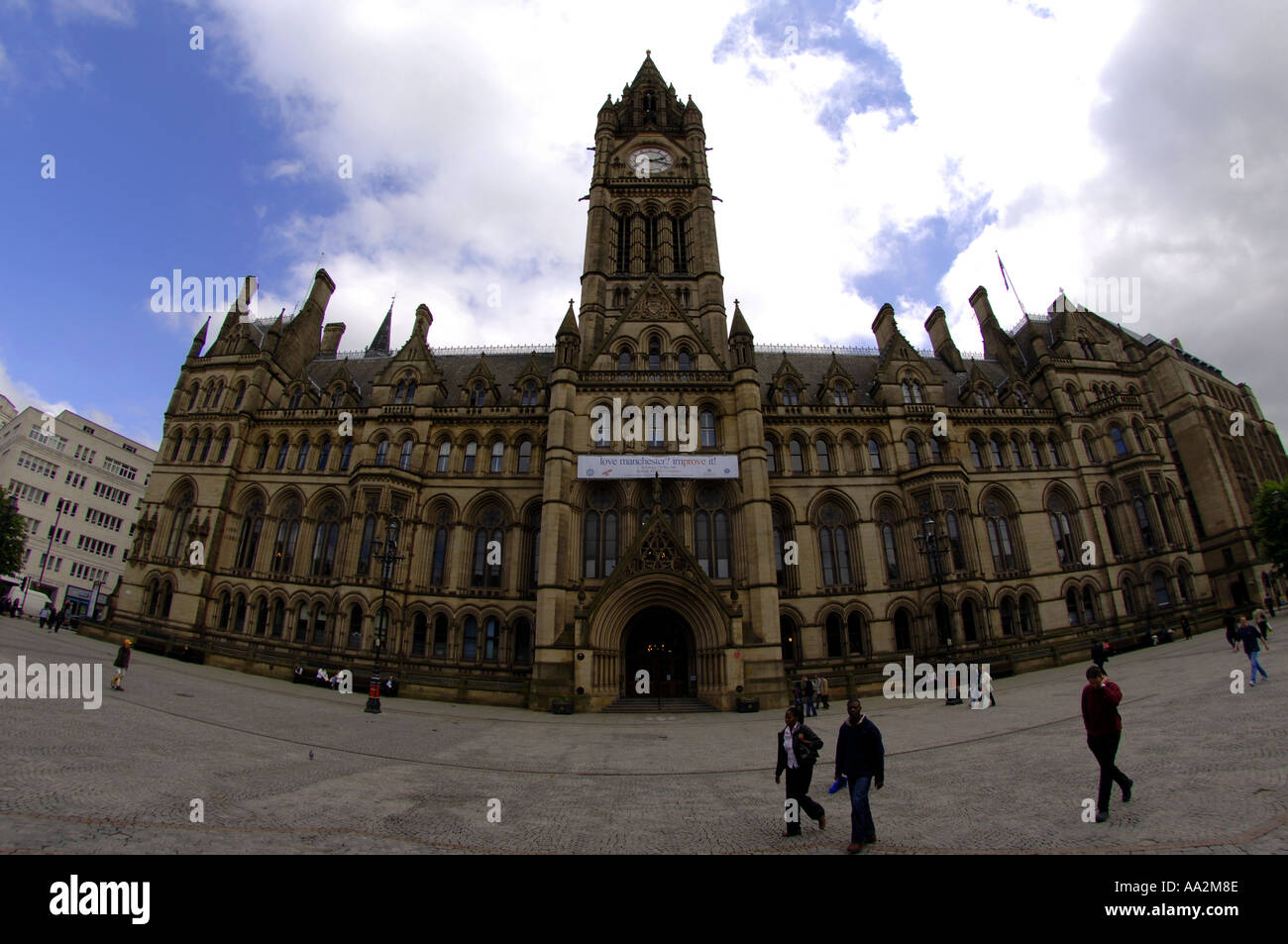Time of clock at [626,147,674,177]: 2:18
